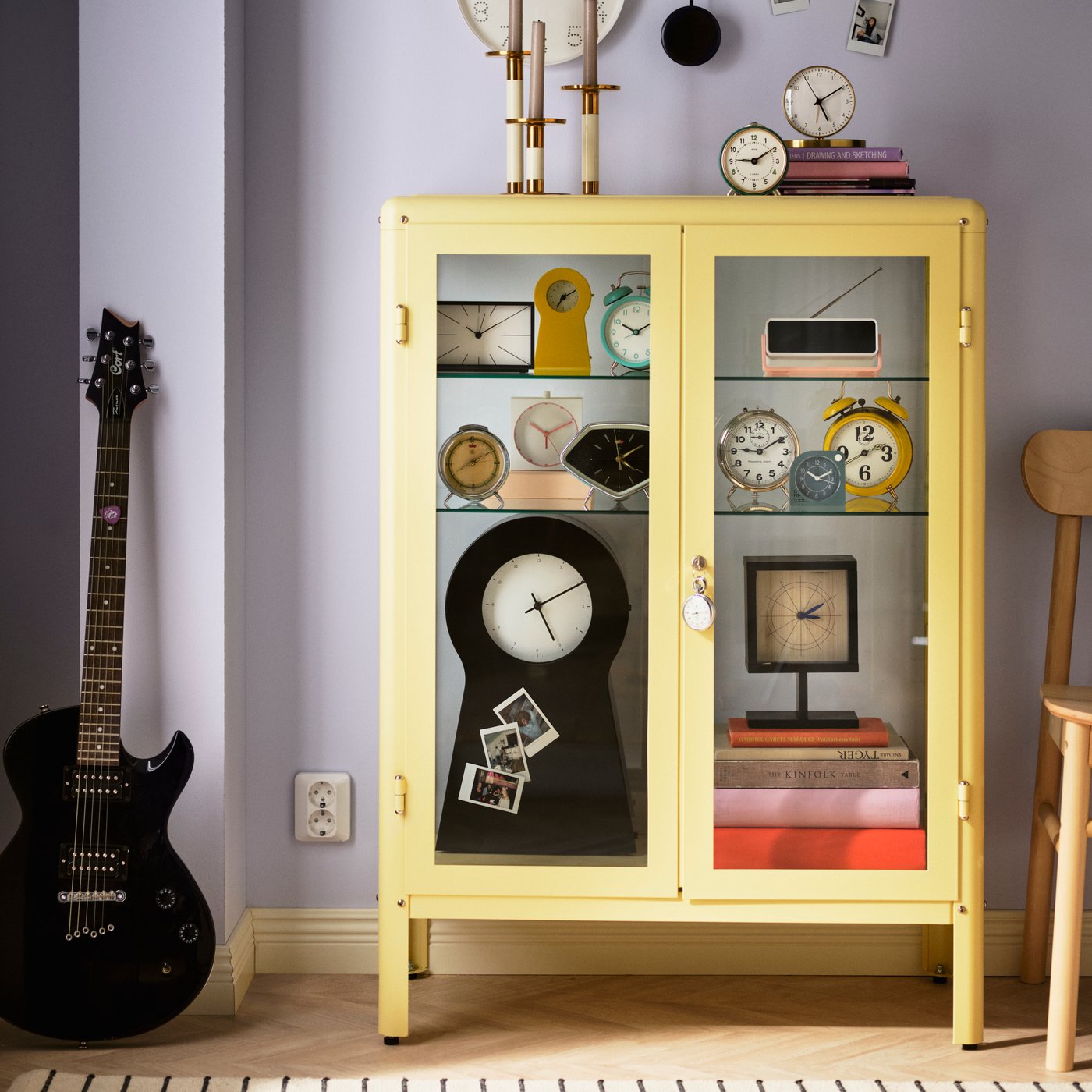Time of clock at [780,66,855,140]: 5:09
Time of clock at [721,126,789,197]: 9:09
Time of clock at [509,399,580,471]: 10:11
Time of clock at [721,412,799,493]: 9:09
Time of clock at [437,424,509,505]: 8:09
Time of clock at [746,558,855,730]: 3:10
